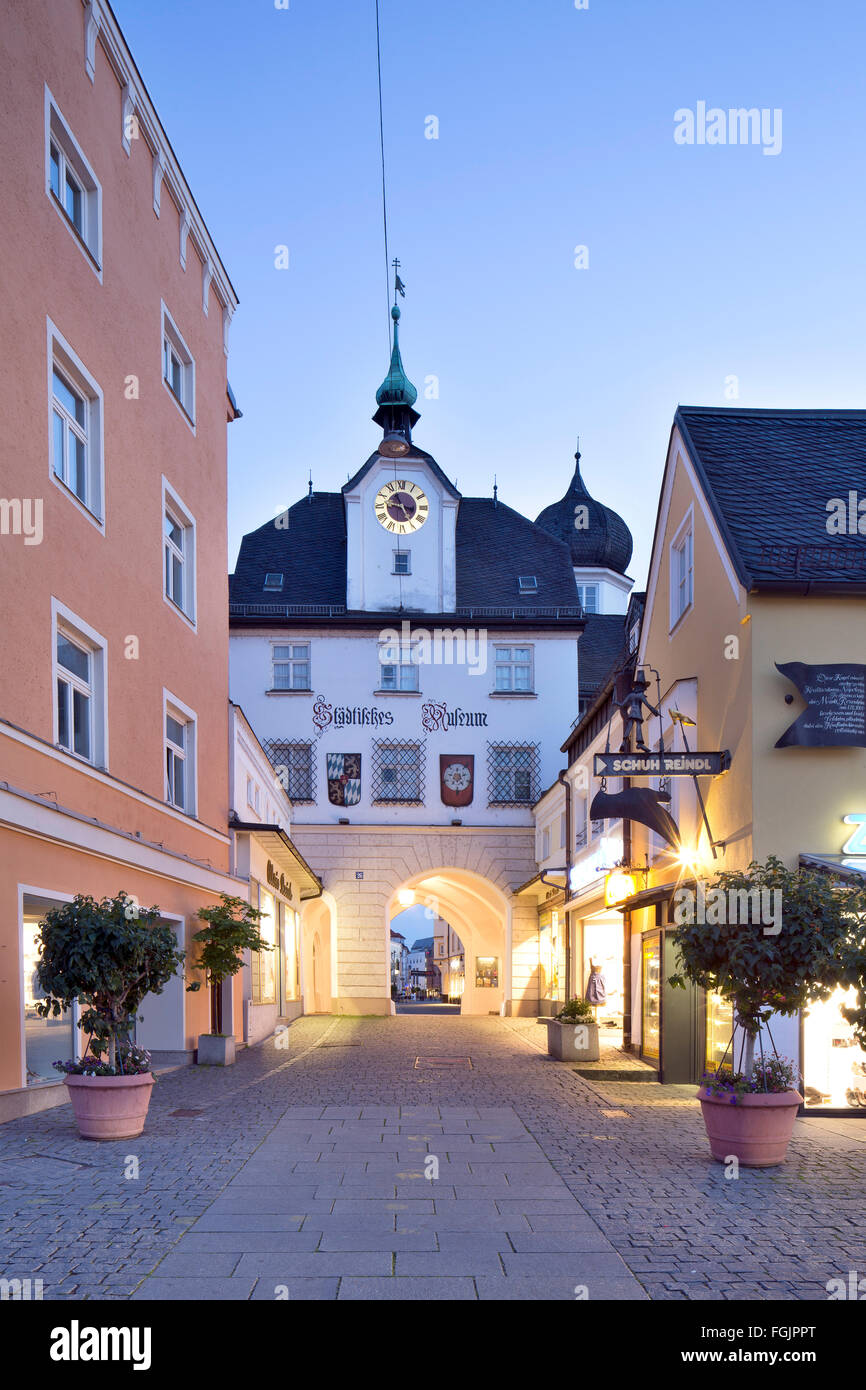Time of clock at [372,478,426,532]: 3:24
